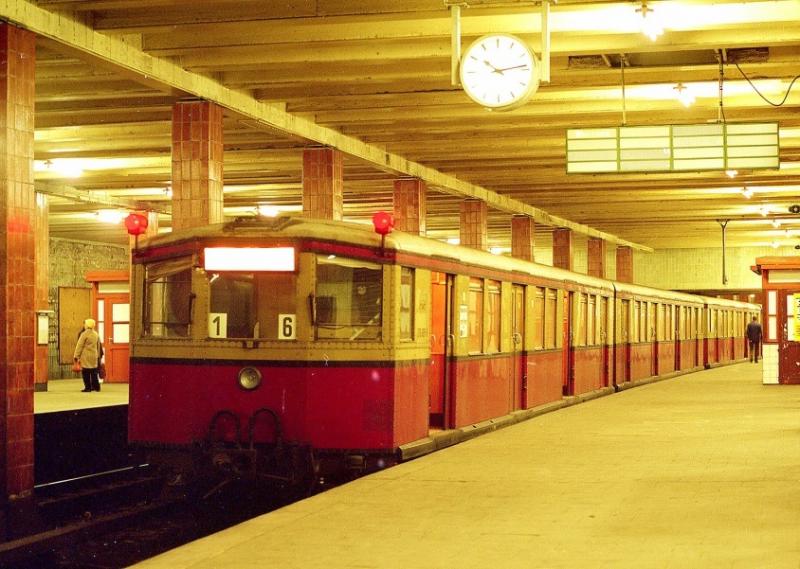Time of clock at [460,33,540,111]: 10:13
